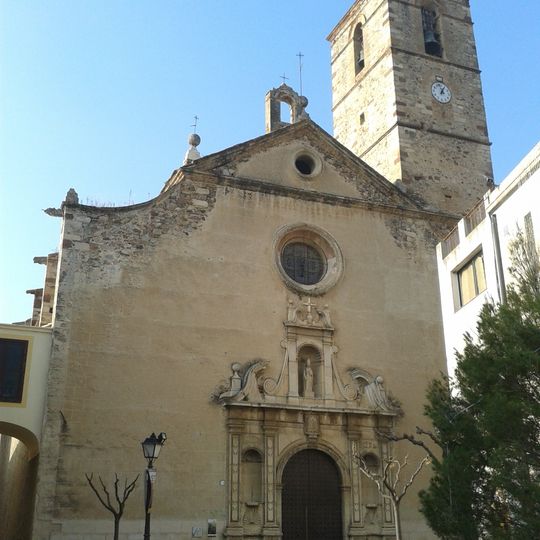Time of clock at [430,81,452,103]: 12:57
